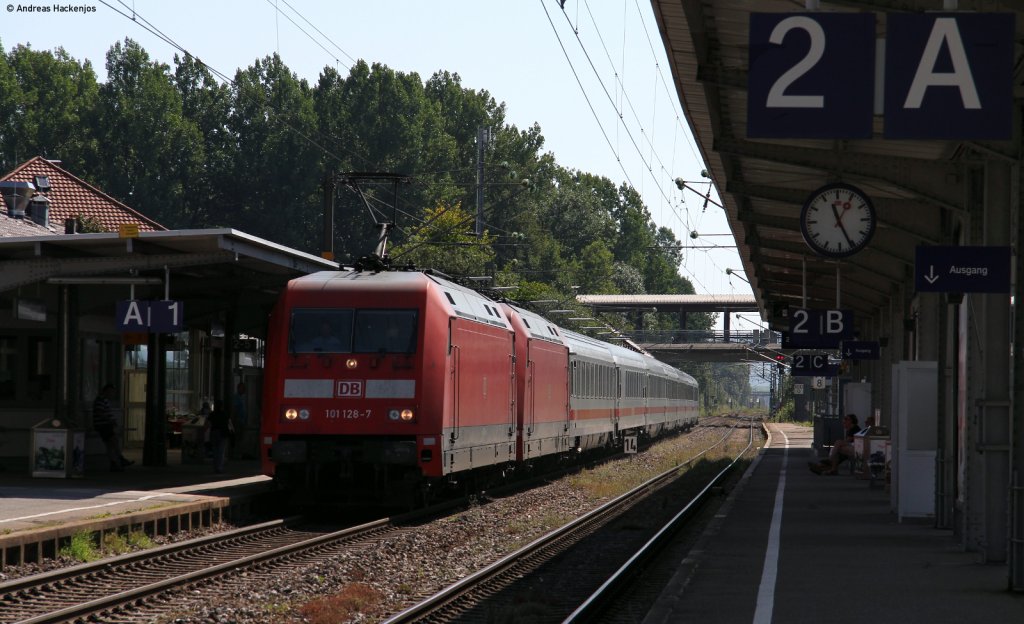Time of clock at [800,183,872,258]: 11:25
